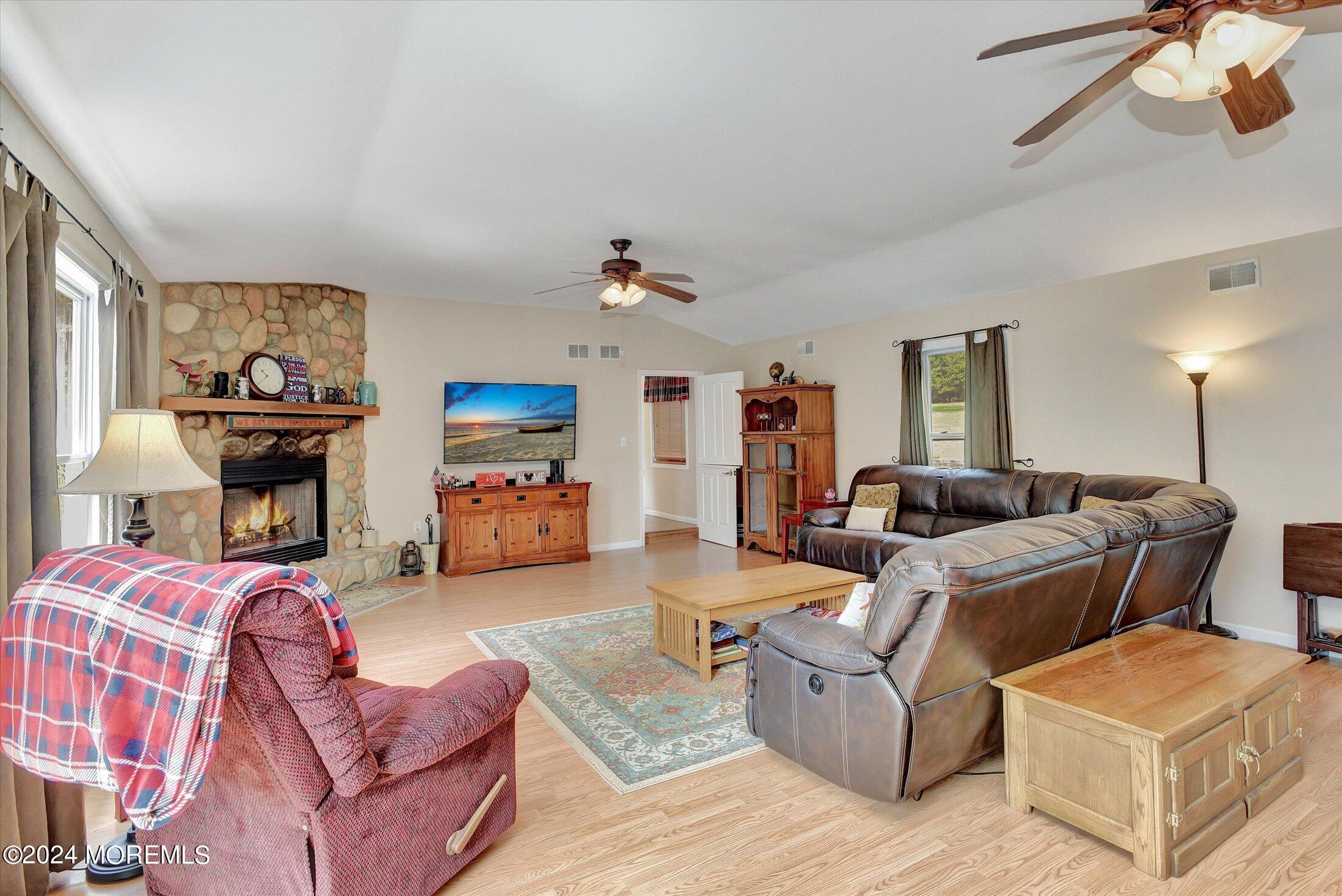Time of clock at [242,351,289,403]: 10:39
